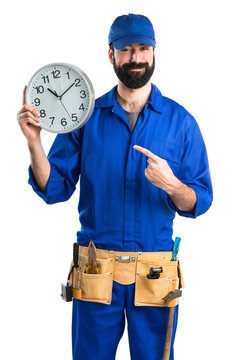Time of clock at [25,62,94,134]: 10:09
